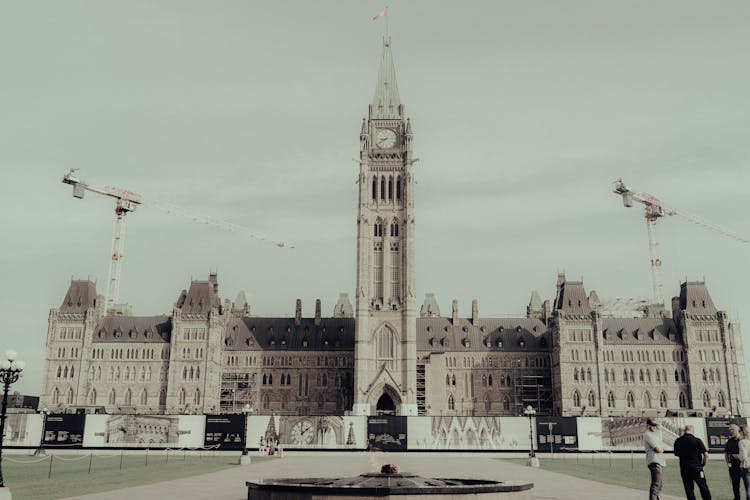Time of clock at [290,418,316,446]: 1:59
